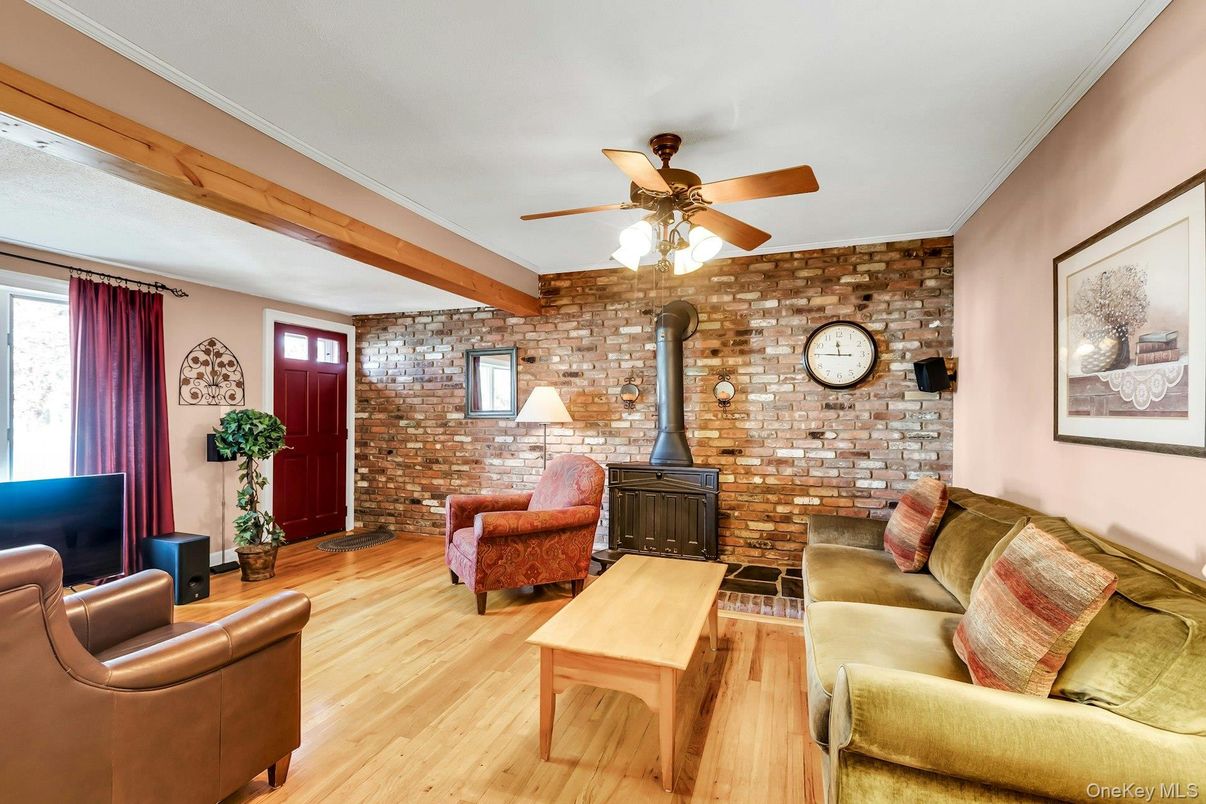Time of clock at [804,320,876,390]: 11:45
